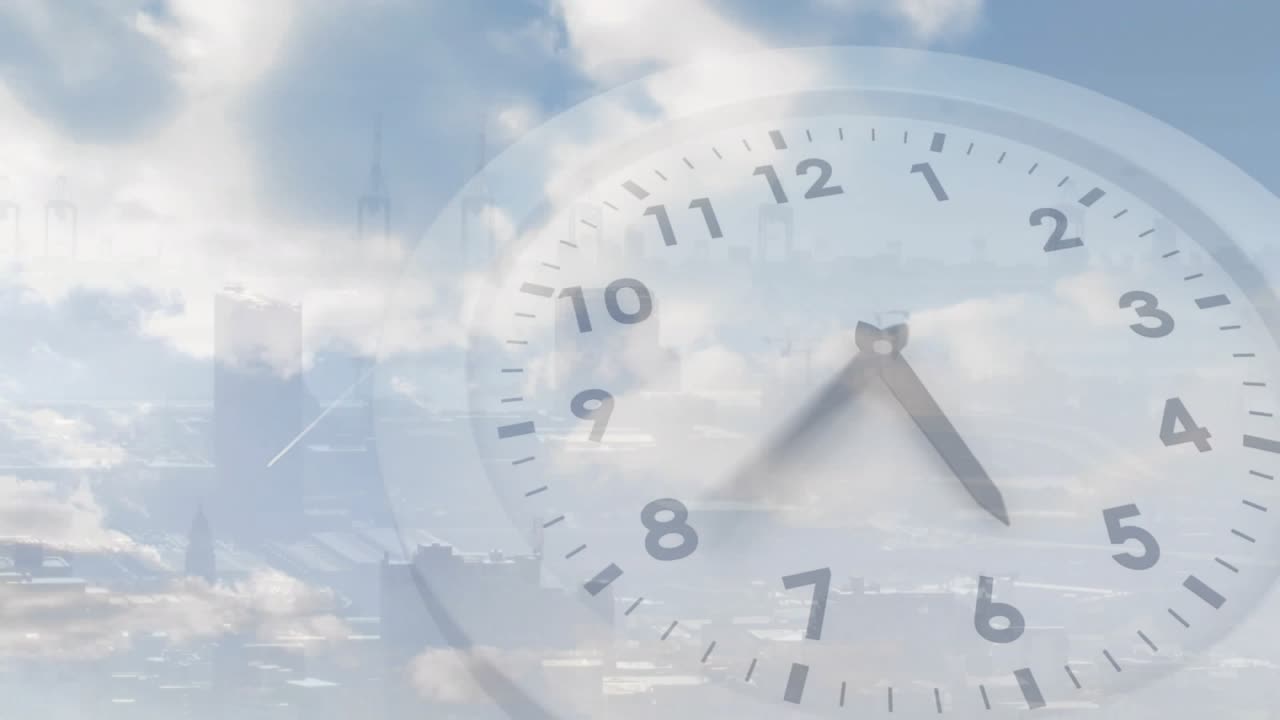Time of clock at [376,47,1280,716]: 5:39
